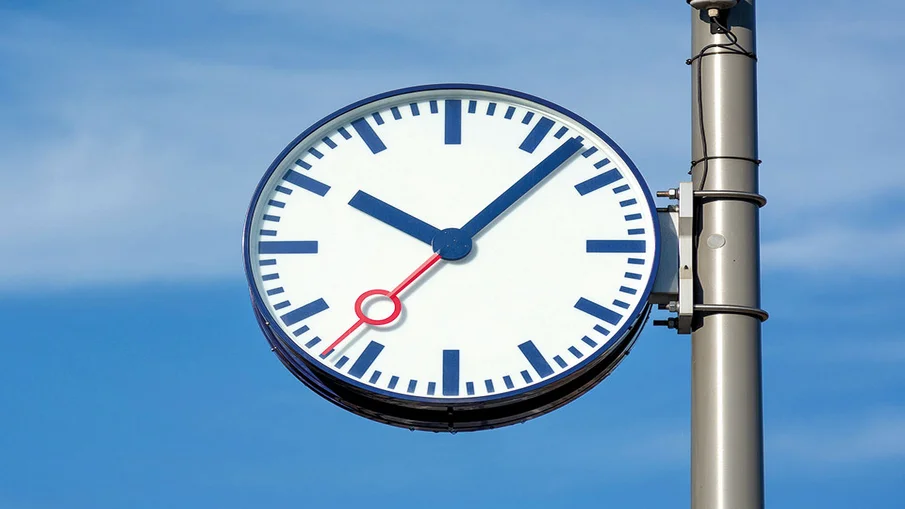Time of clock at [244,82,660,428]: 10:07
